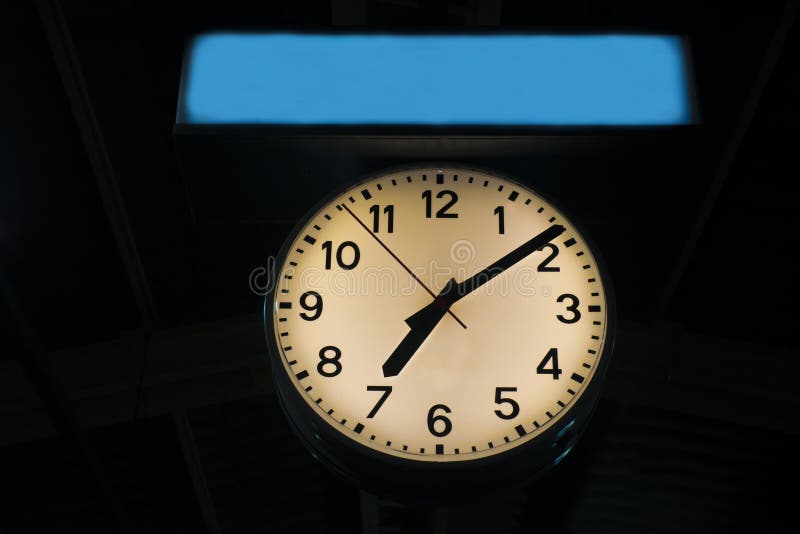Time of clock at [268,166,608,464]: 7:08
